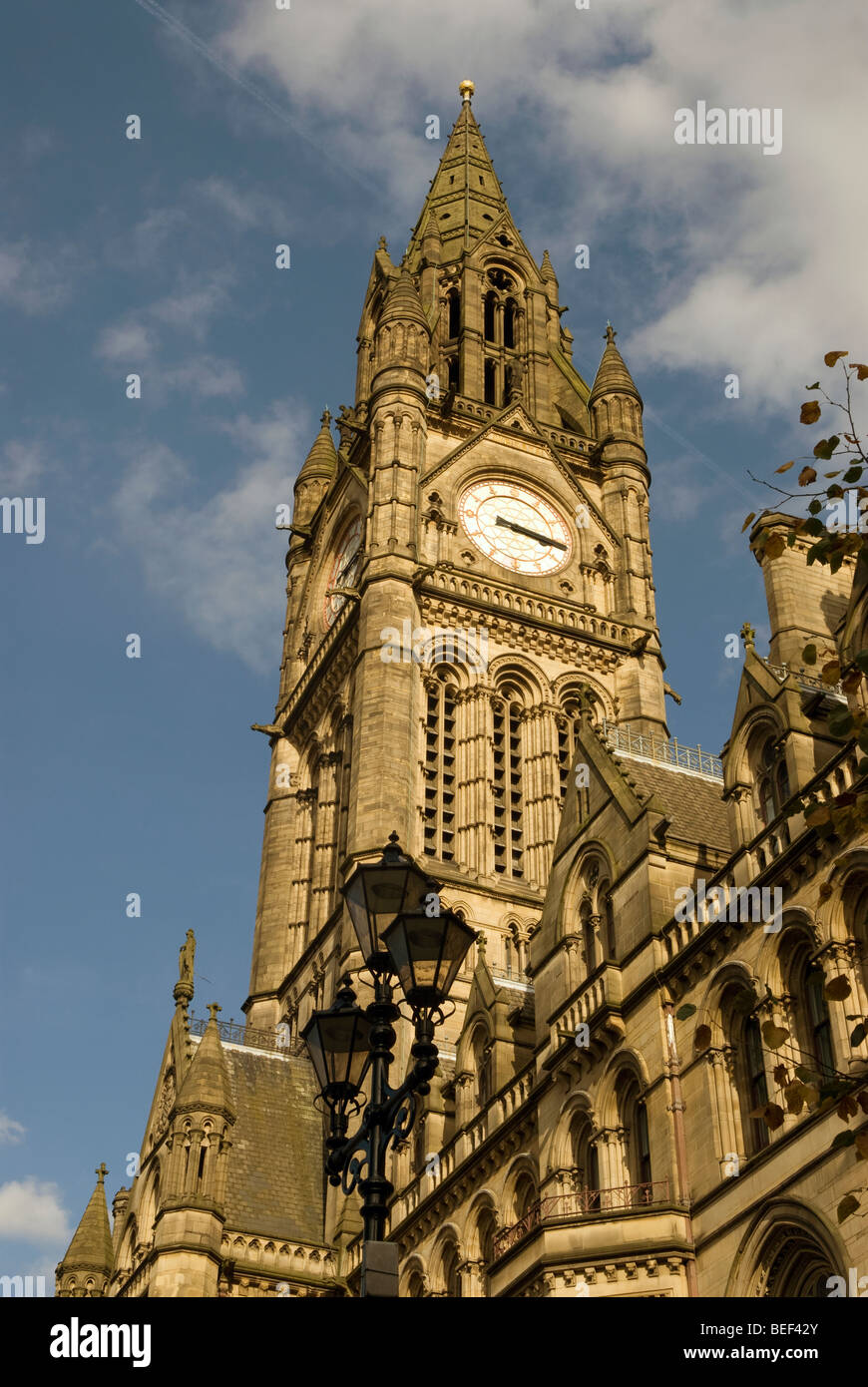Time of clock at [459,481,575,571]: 3:17
